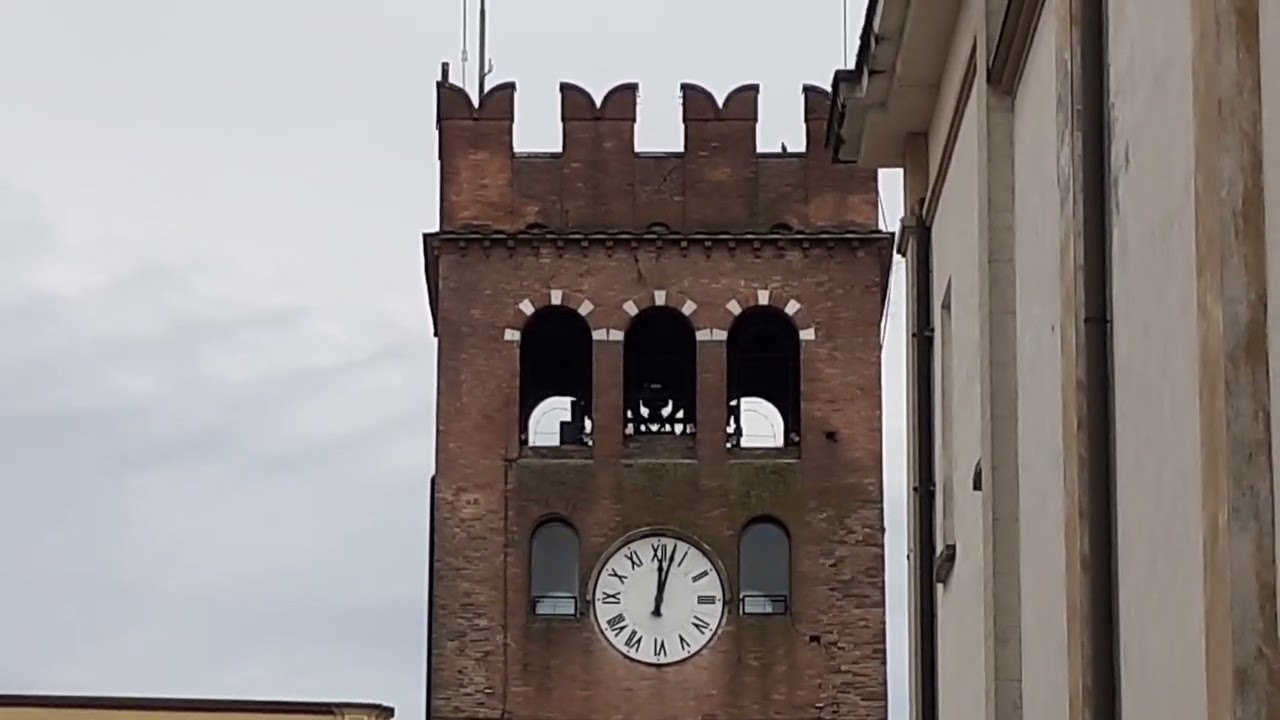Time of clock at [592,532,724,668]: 12:02
